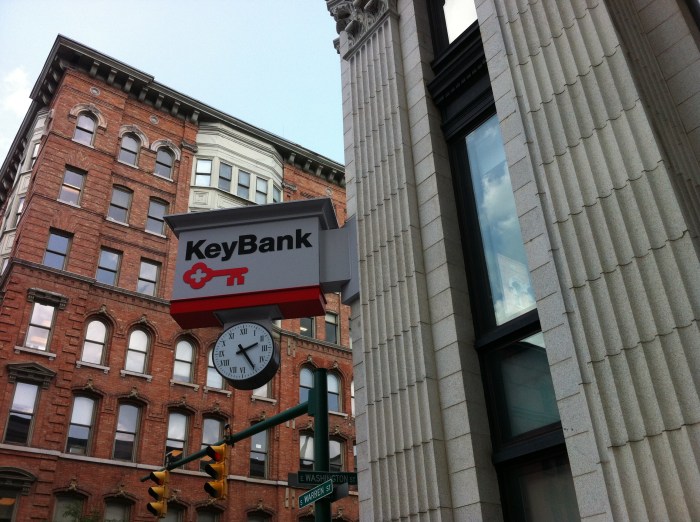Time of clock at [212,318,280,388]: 2:24
